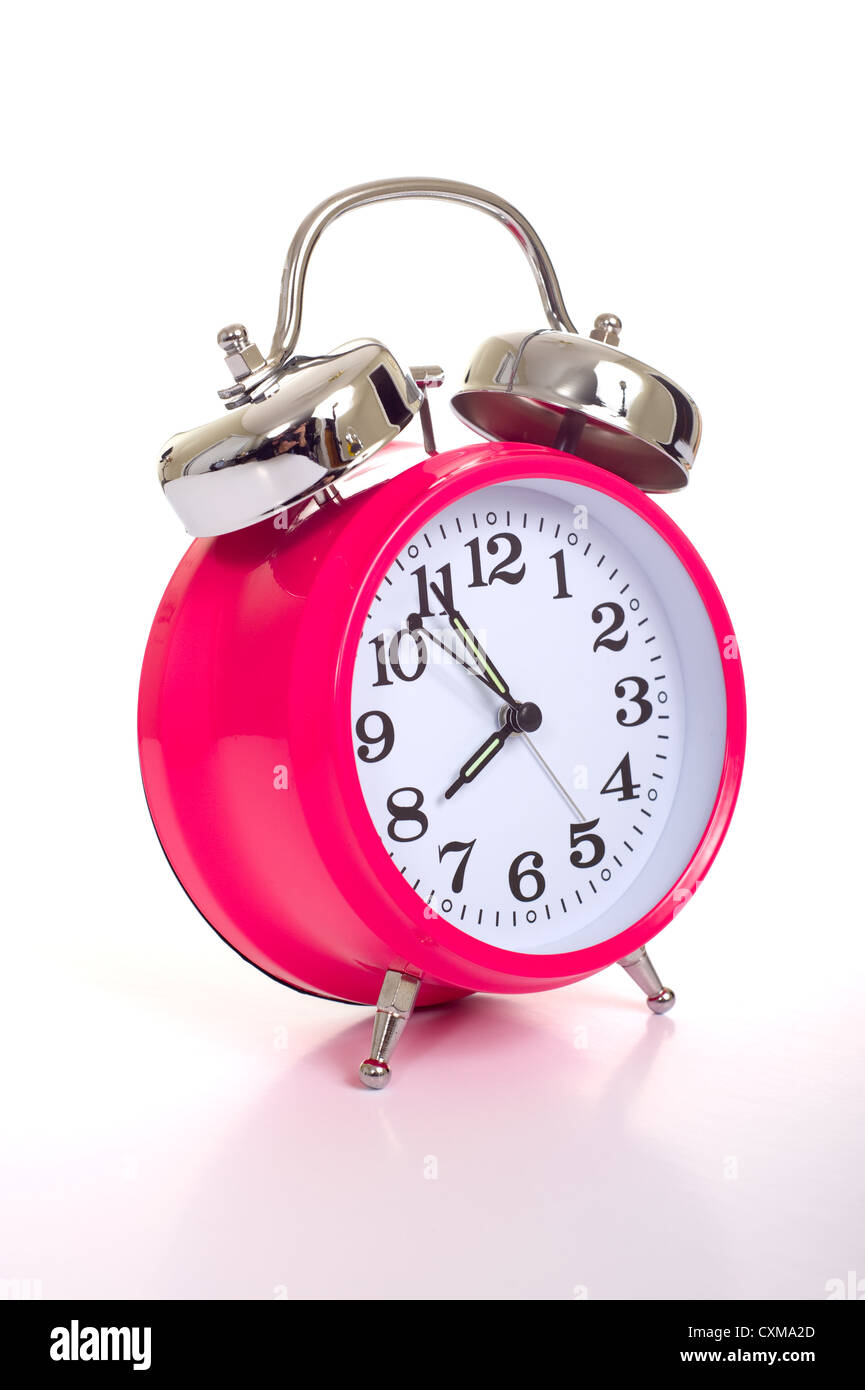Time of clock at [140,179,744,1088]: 7:54
